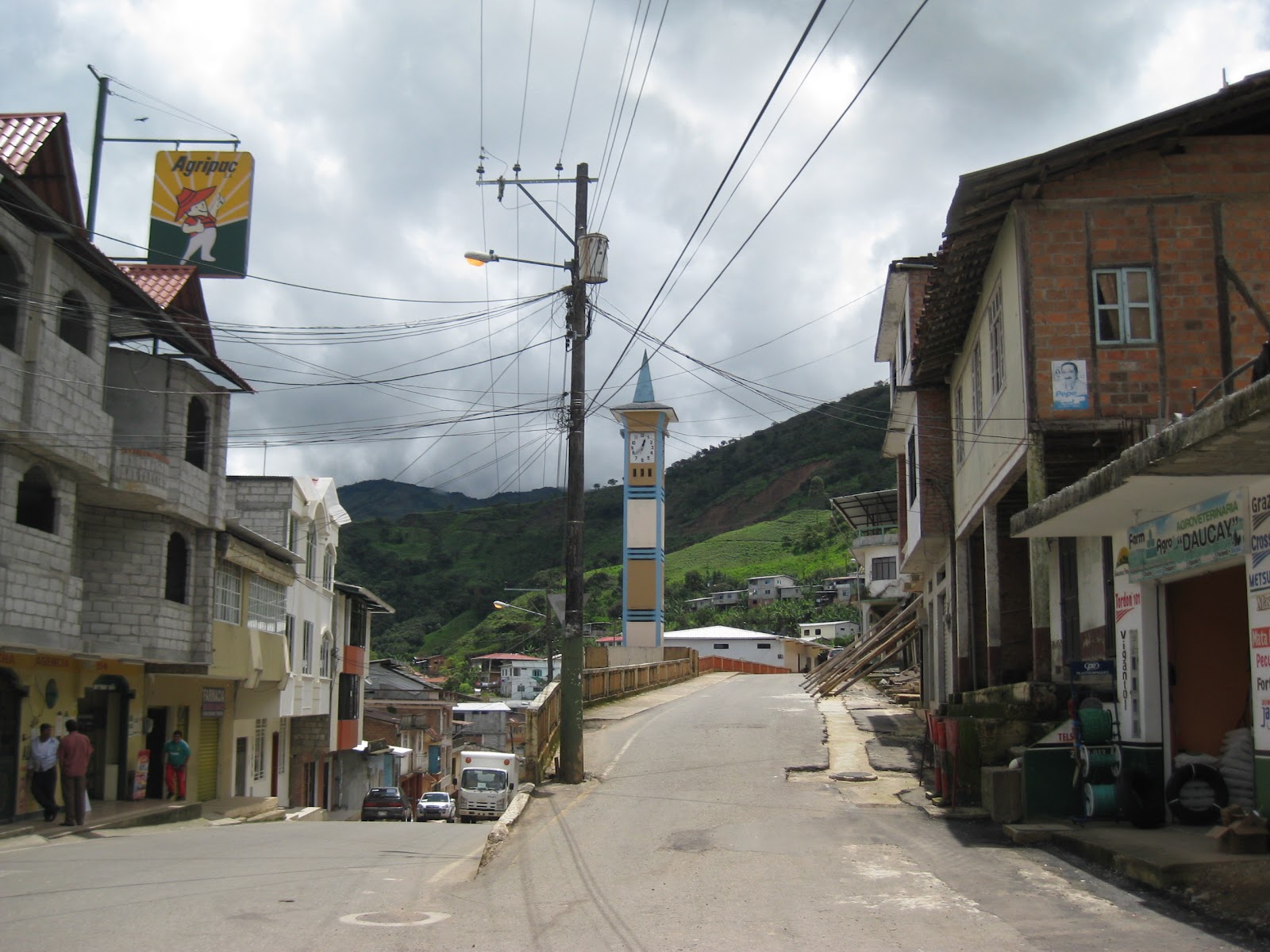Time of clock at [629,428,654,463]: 12:38
